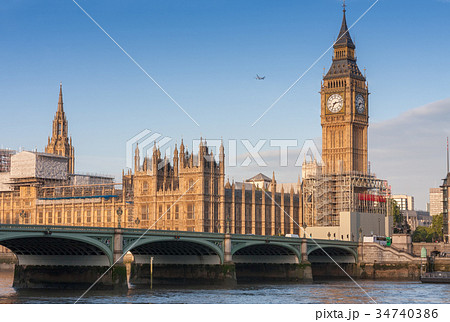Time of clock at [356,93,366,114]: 7:12
